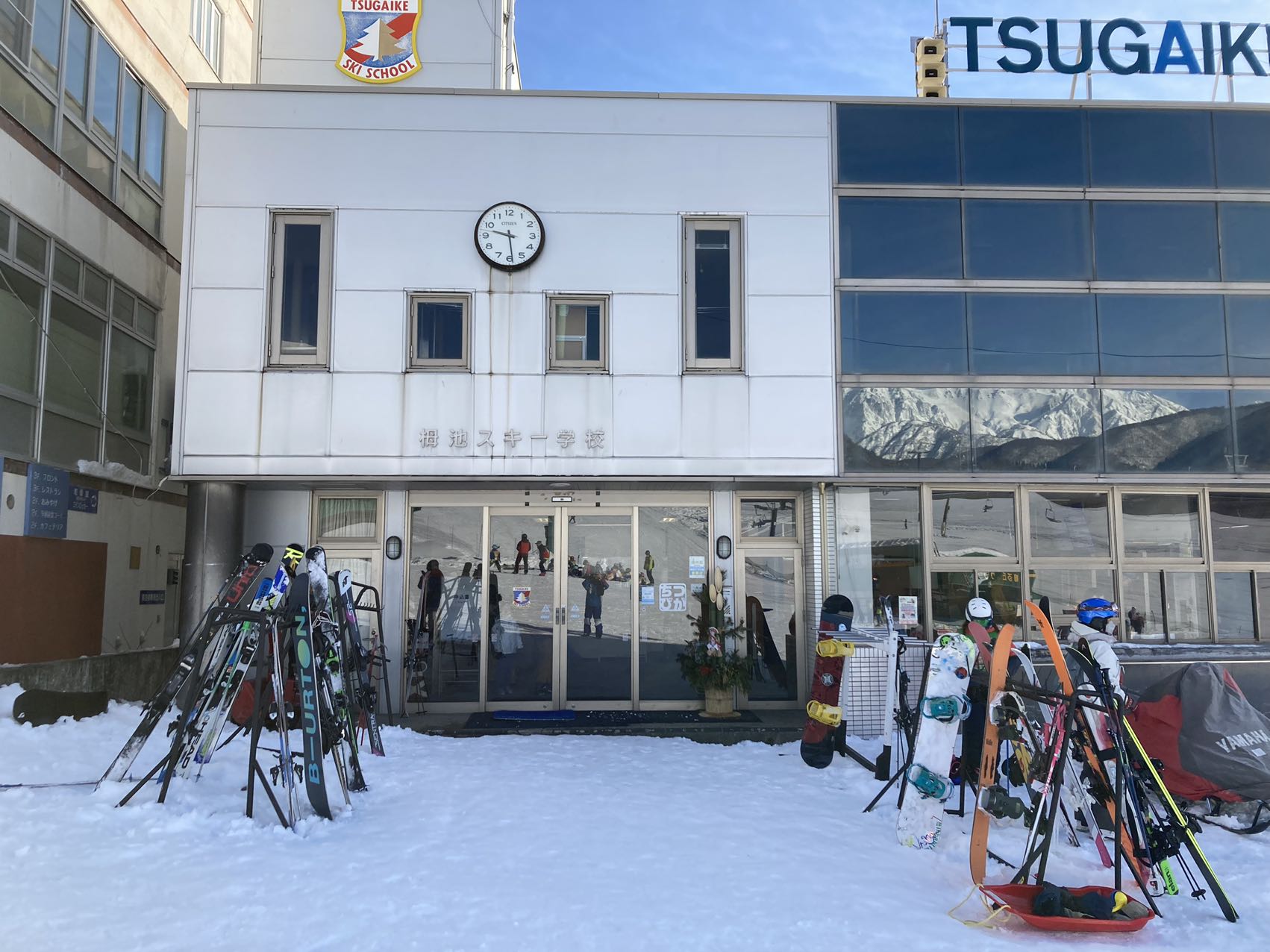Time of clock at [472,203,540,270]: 9:28
